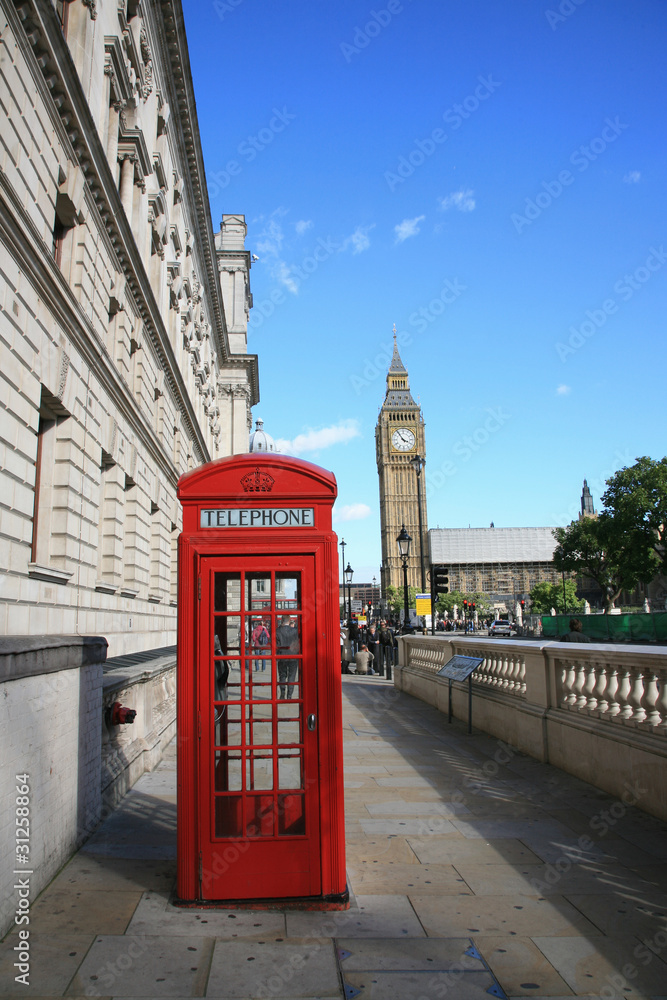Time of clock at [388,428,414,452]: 3:54
